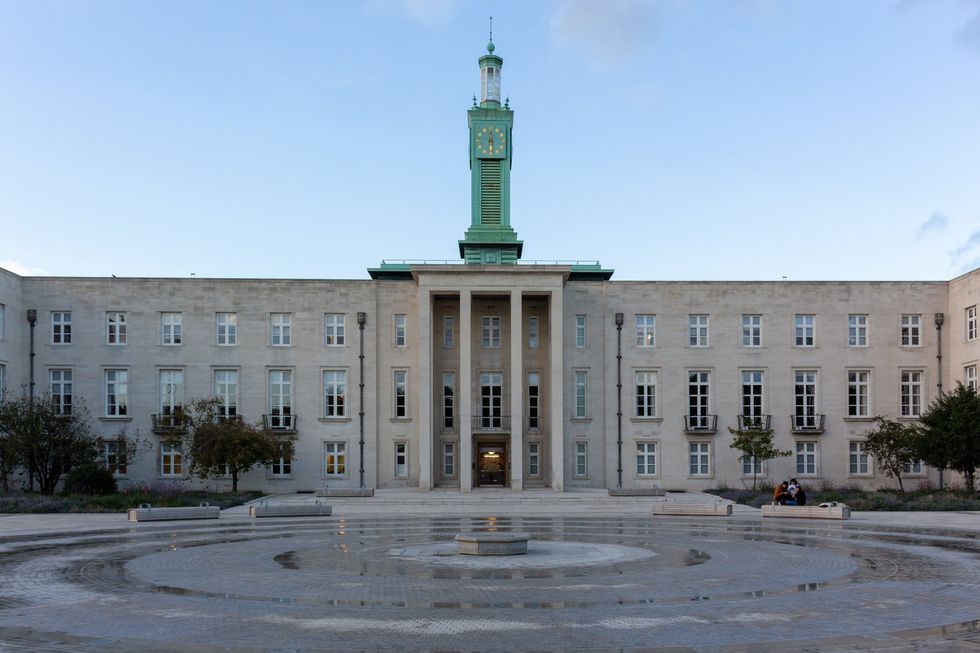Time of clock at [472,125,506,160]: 6:00
